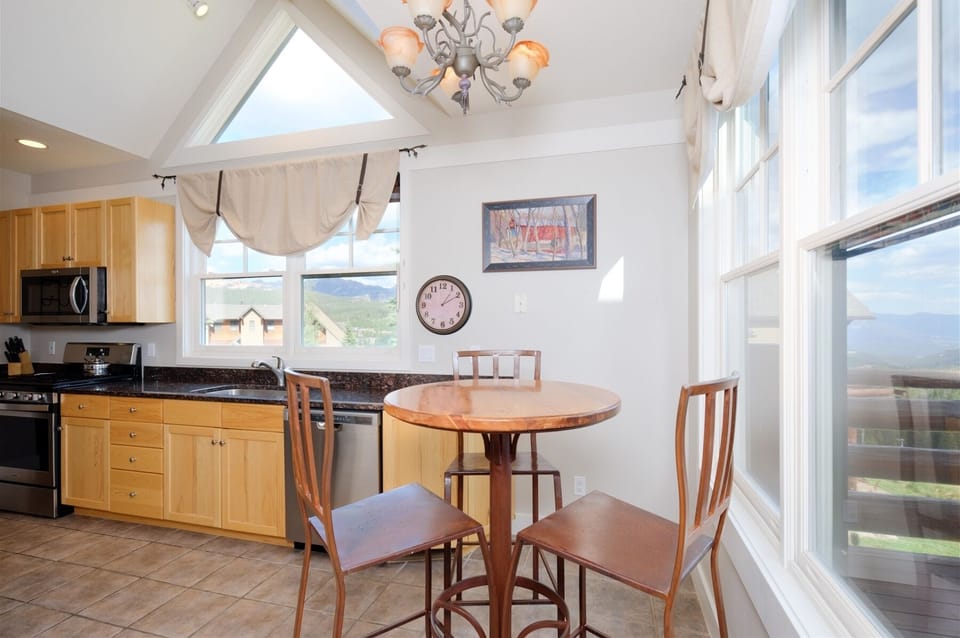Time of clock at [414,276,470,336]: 1:10
